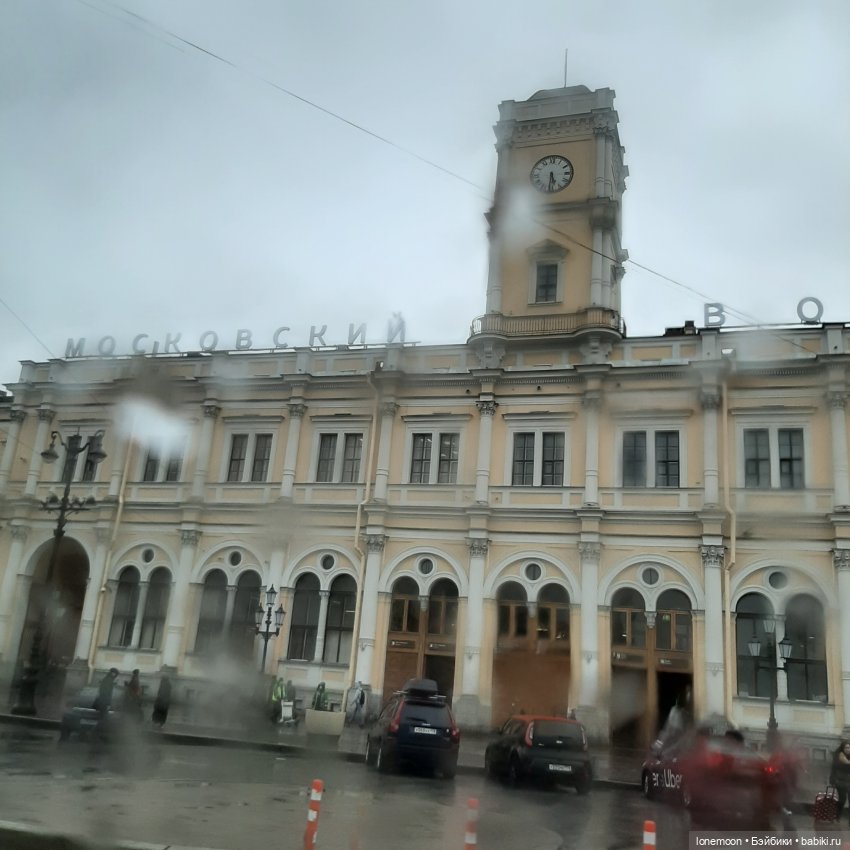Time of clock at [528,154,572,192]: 5:31
